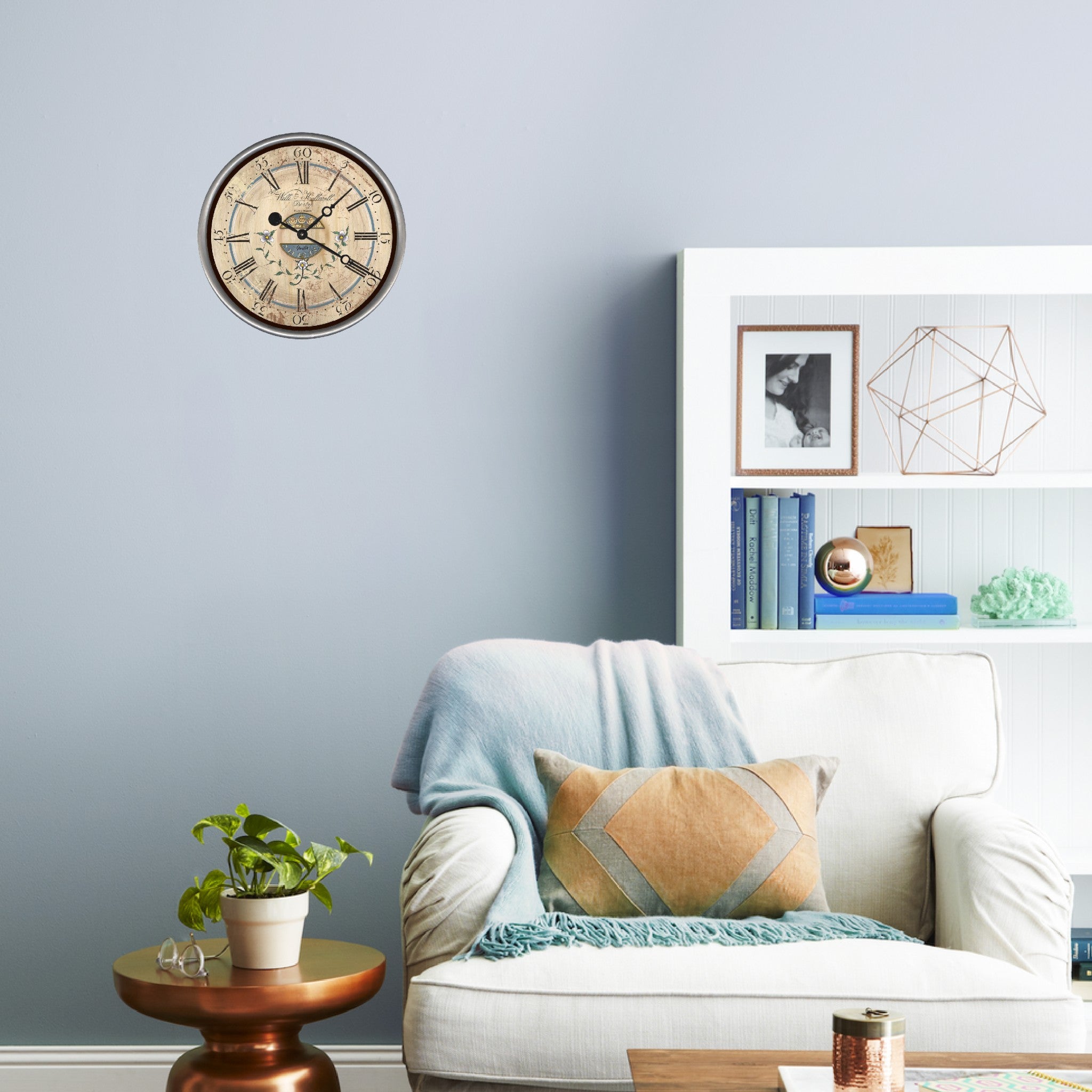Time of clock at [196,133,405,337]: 1:19
